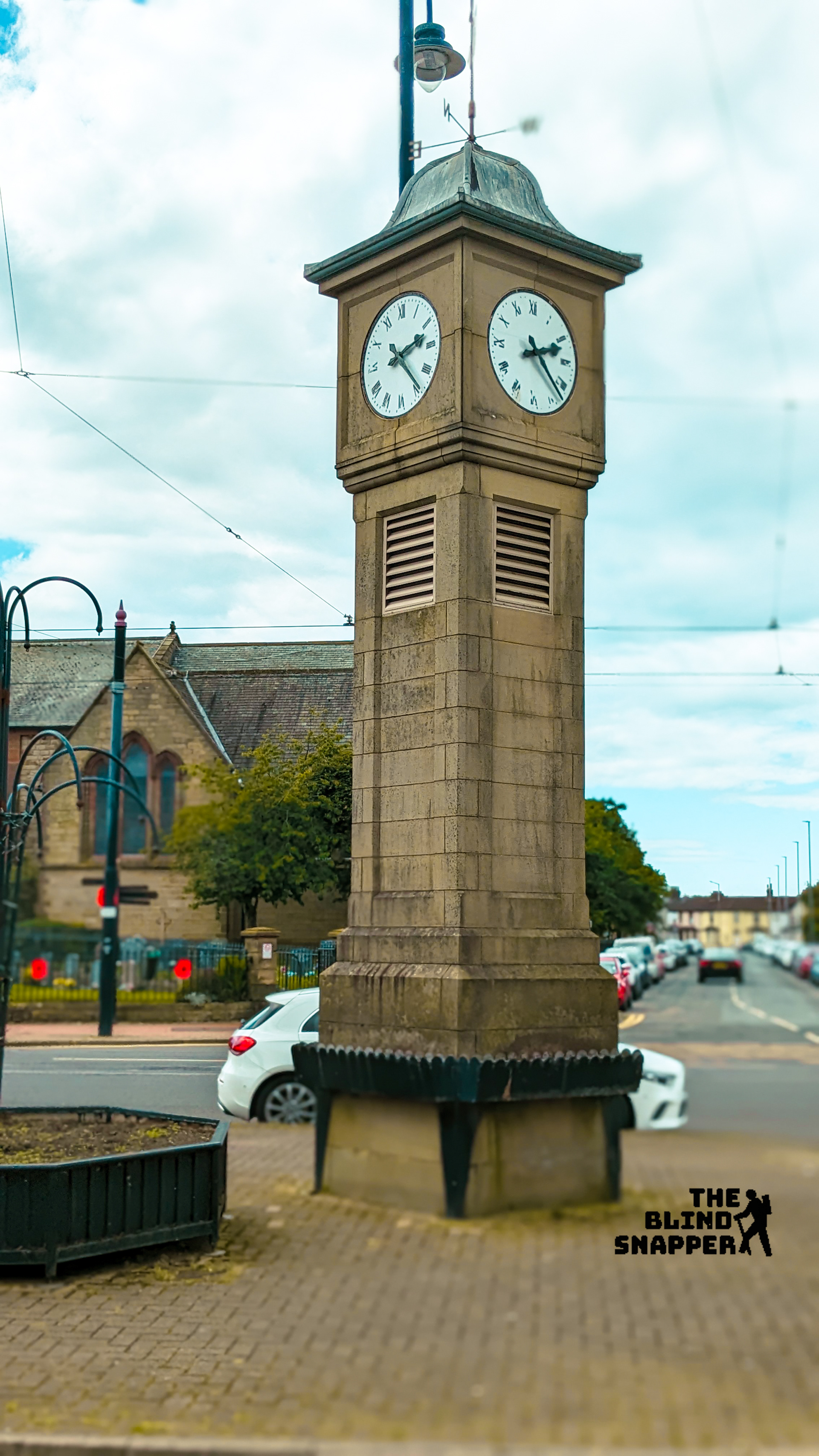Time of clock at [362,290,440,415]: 2:23
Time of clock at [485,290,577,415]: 2:22
